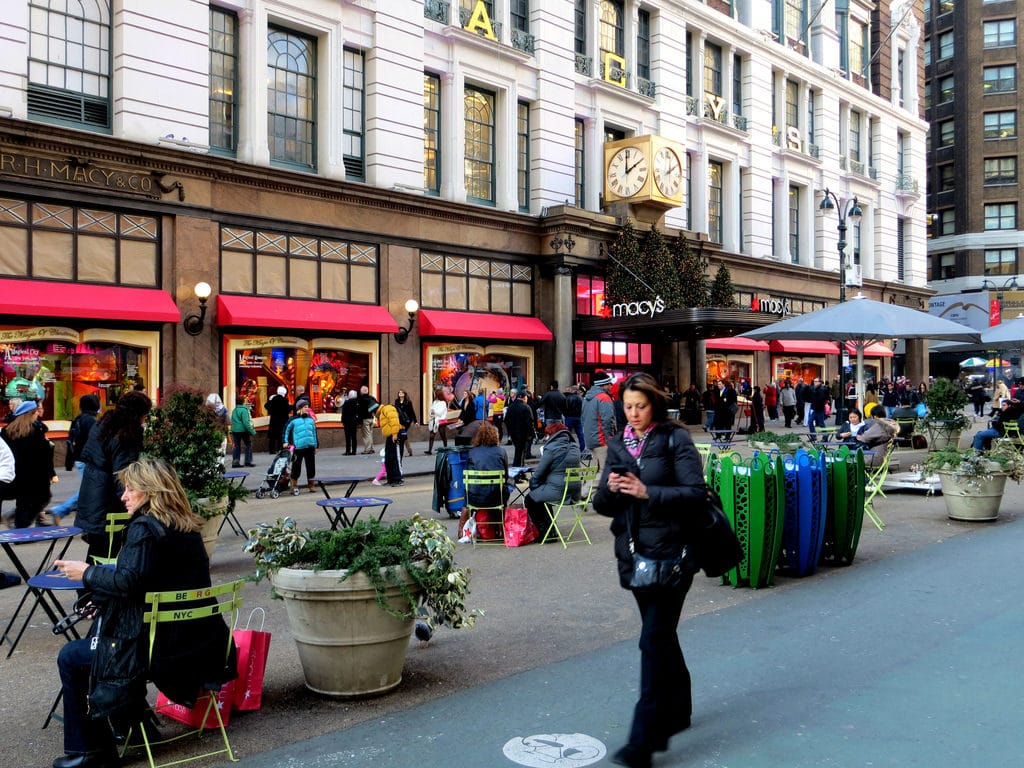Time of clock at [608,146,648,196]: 1:59
